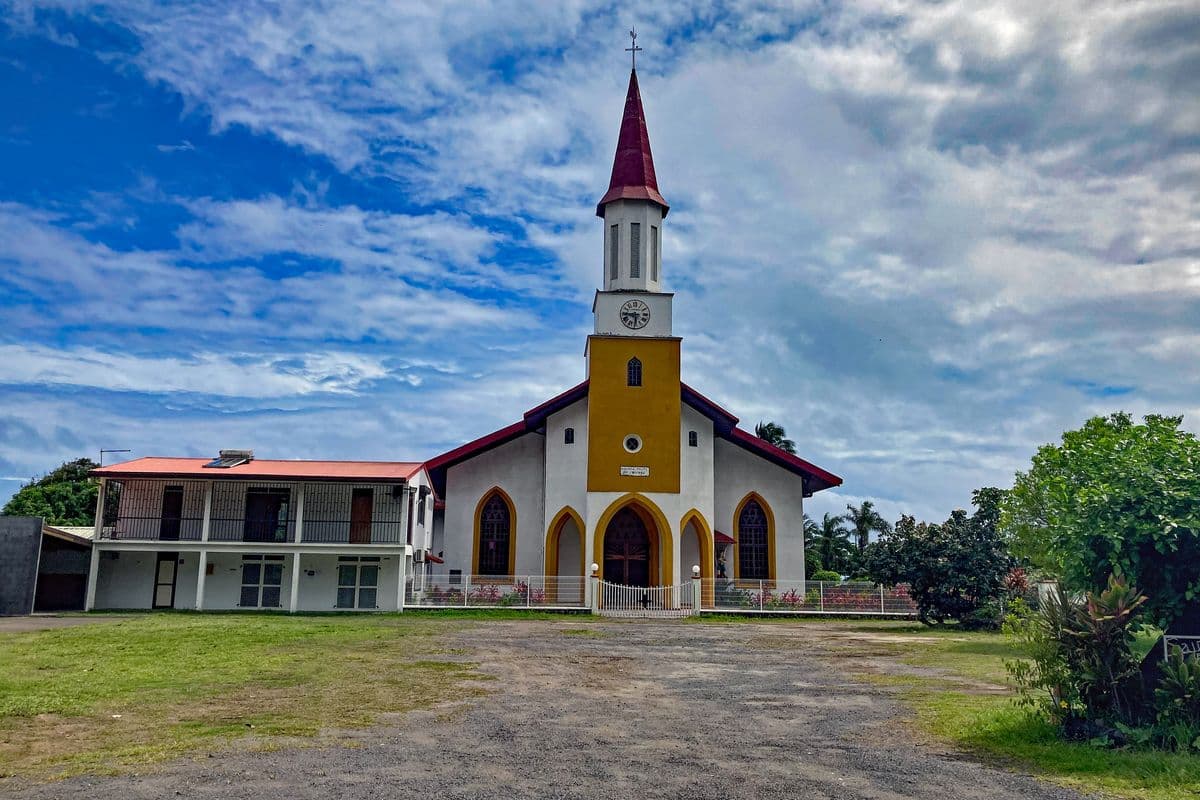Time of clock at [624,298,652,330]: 5:44
